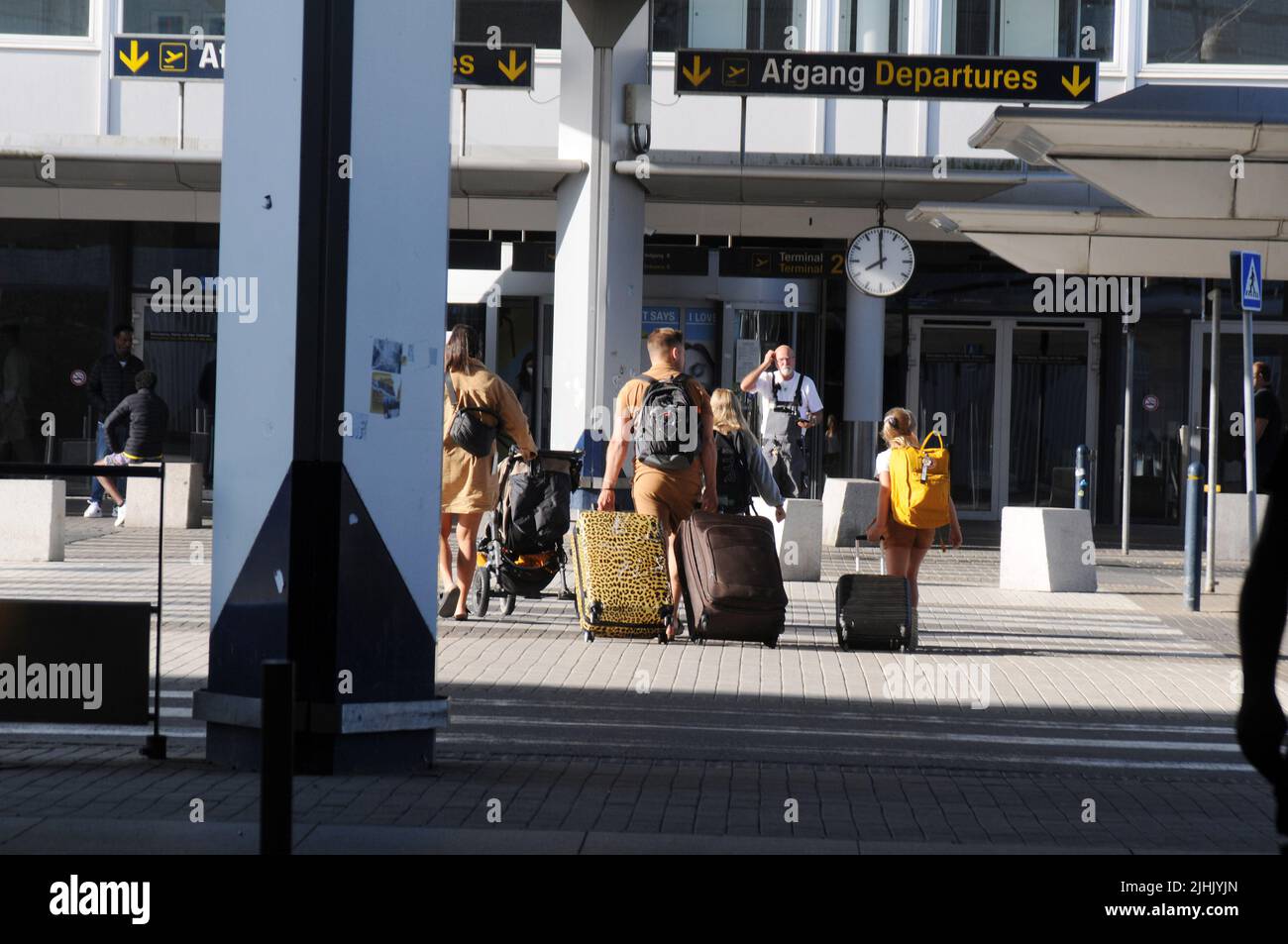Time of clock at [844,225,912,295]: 7:59
